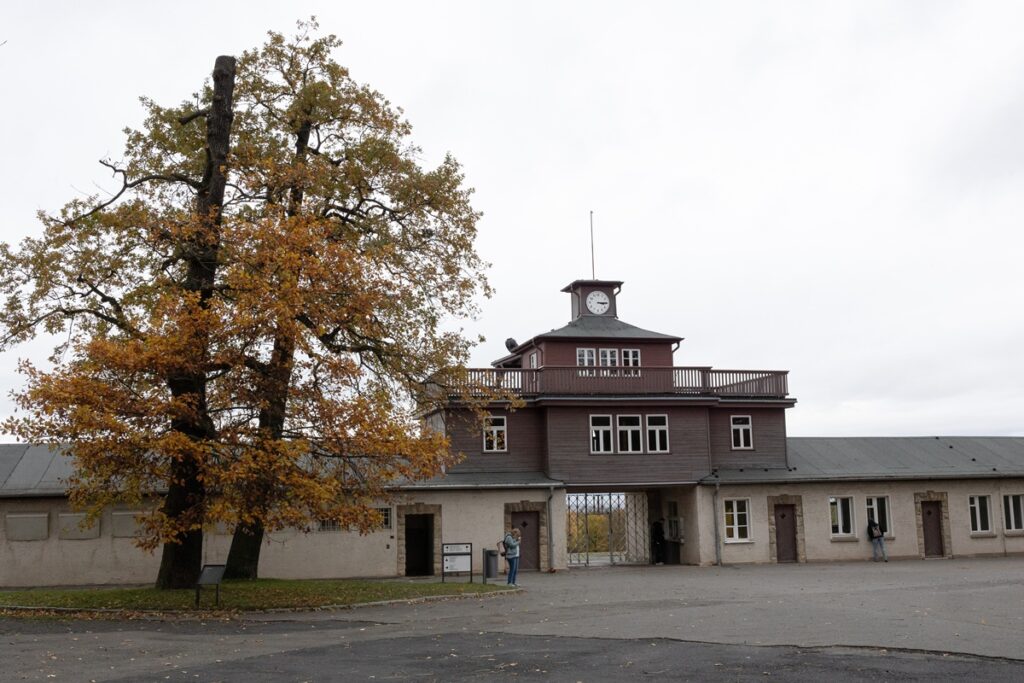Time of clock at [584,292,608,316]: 3:14
